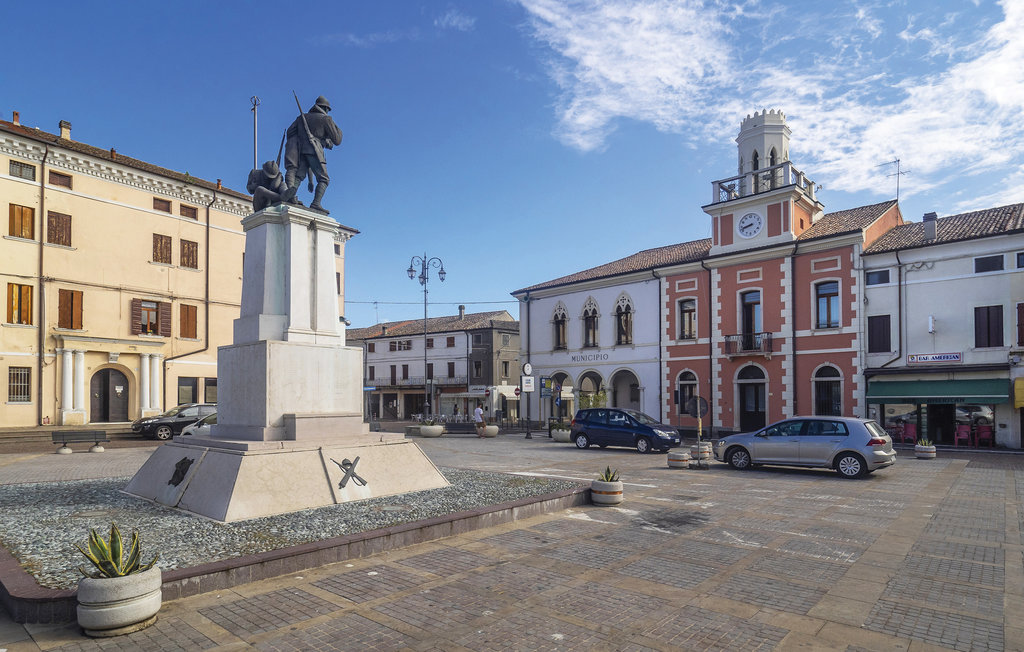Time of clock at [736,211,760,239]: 8:42
